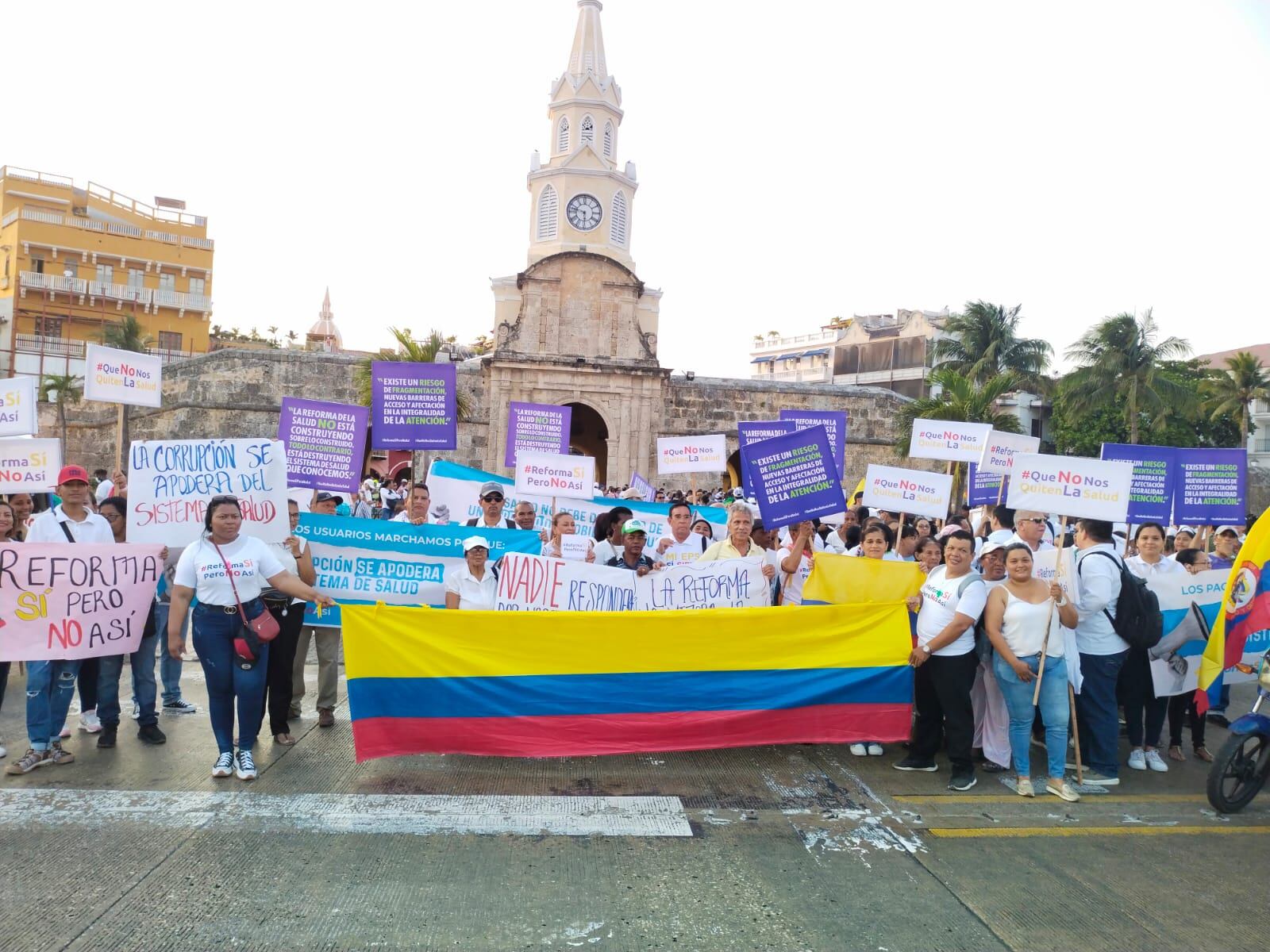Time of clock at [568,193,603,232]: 5:47
